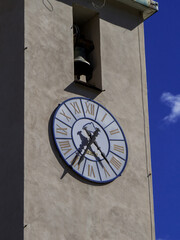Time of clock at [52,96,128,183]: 4:35
